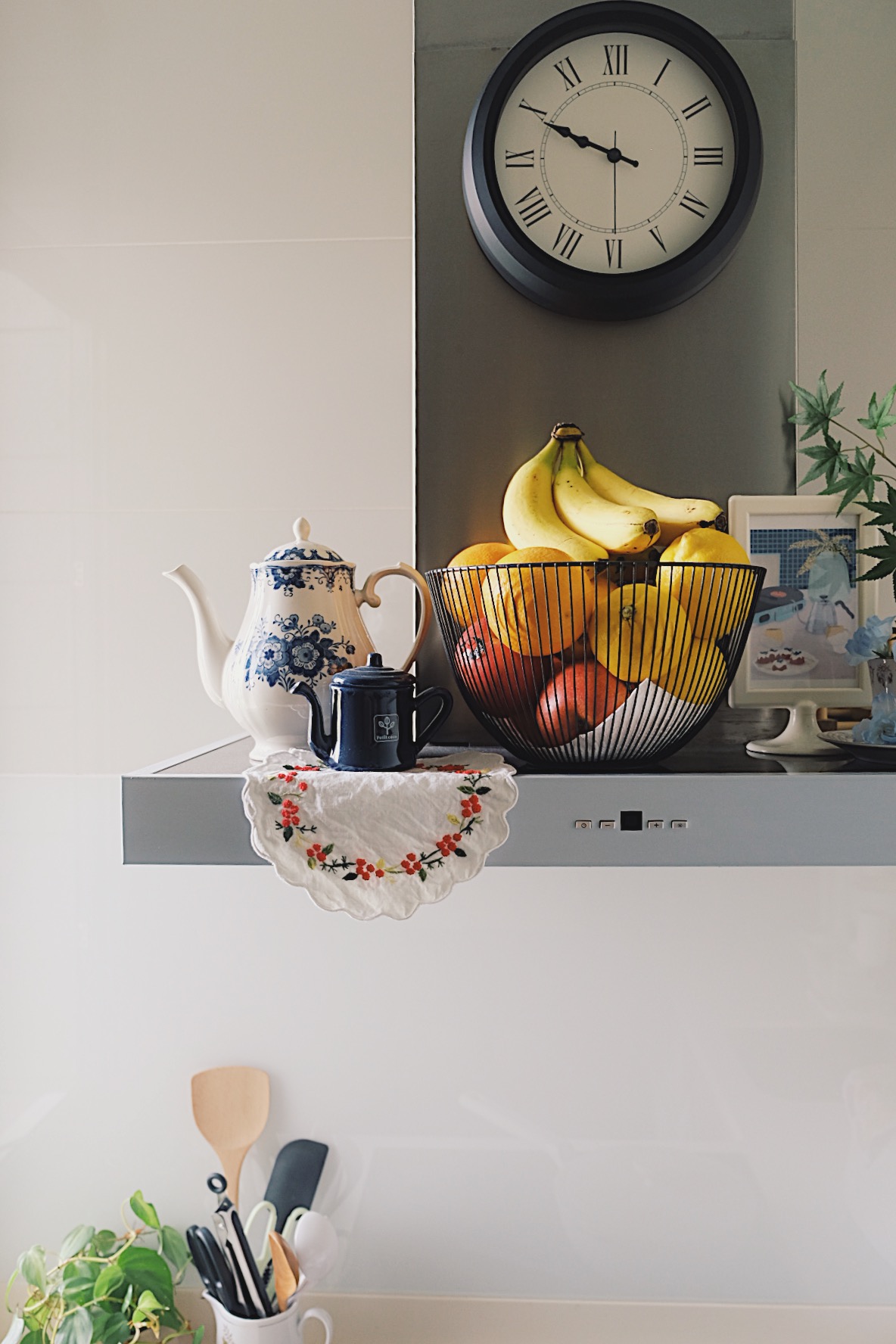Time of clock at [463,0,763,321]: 9:49
